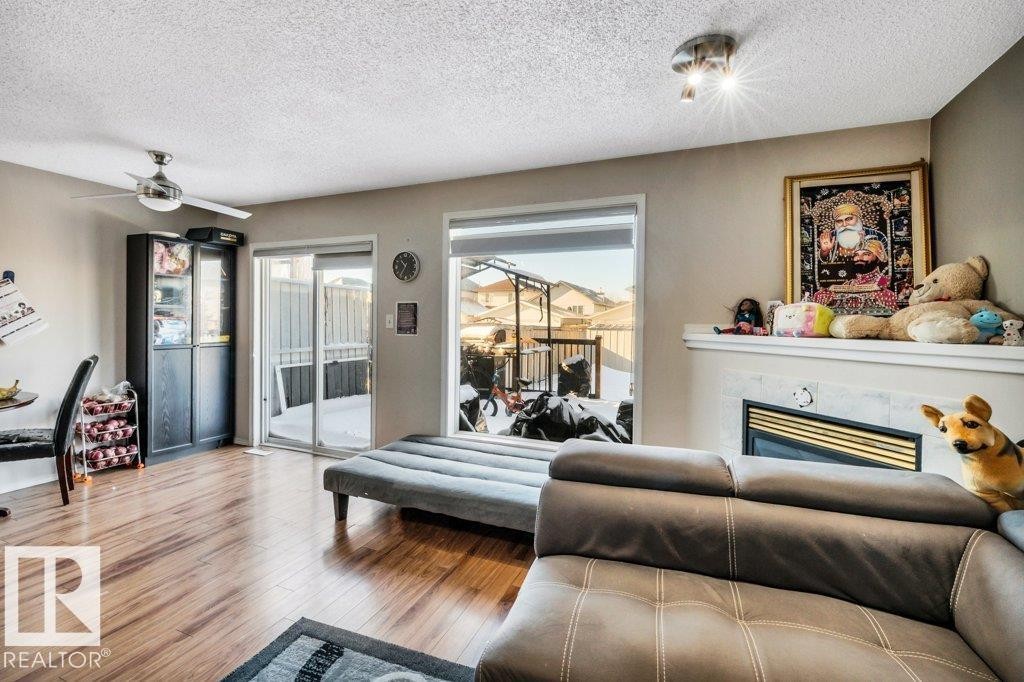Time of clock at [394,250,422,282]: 10:35
